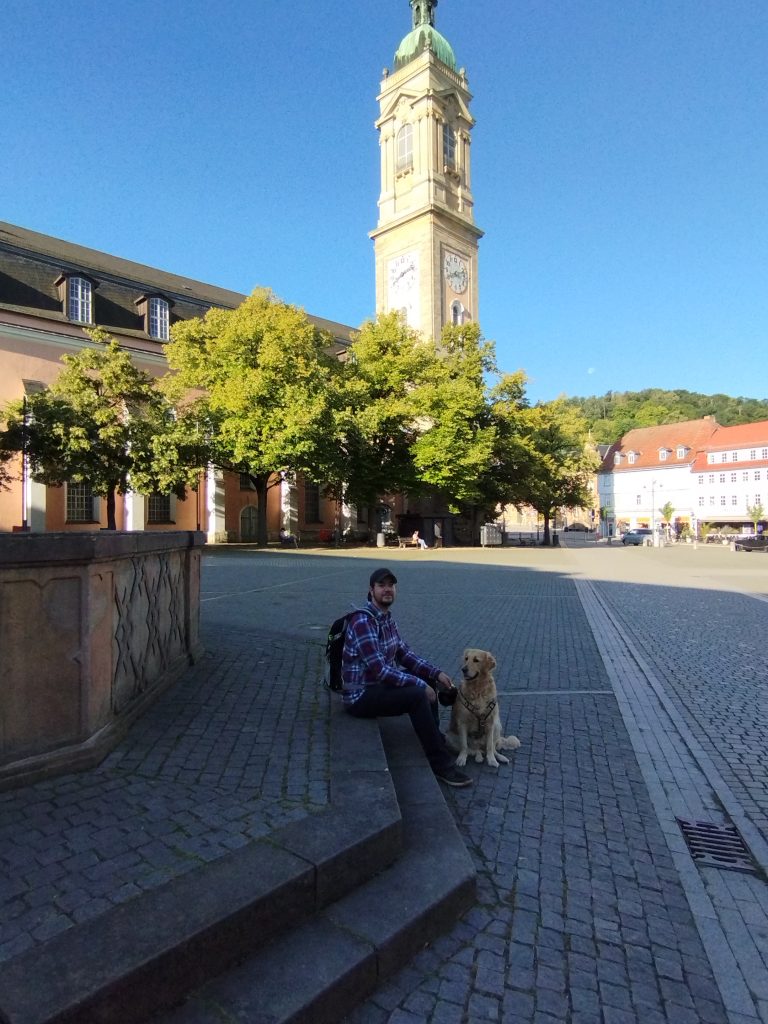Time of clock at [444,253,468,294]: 8:12
